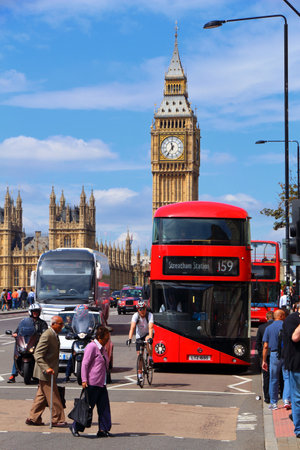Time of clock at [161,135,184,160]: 11:36
